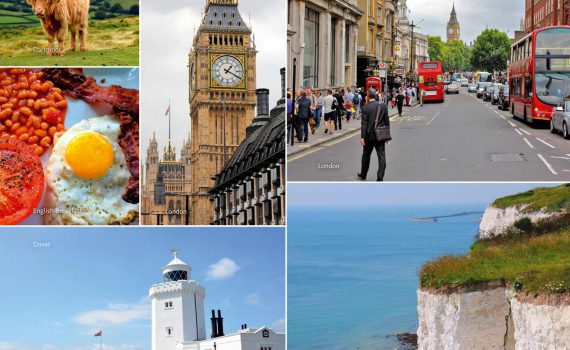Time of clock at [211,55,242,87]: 1:19
